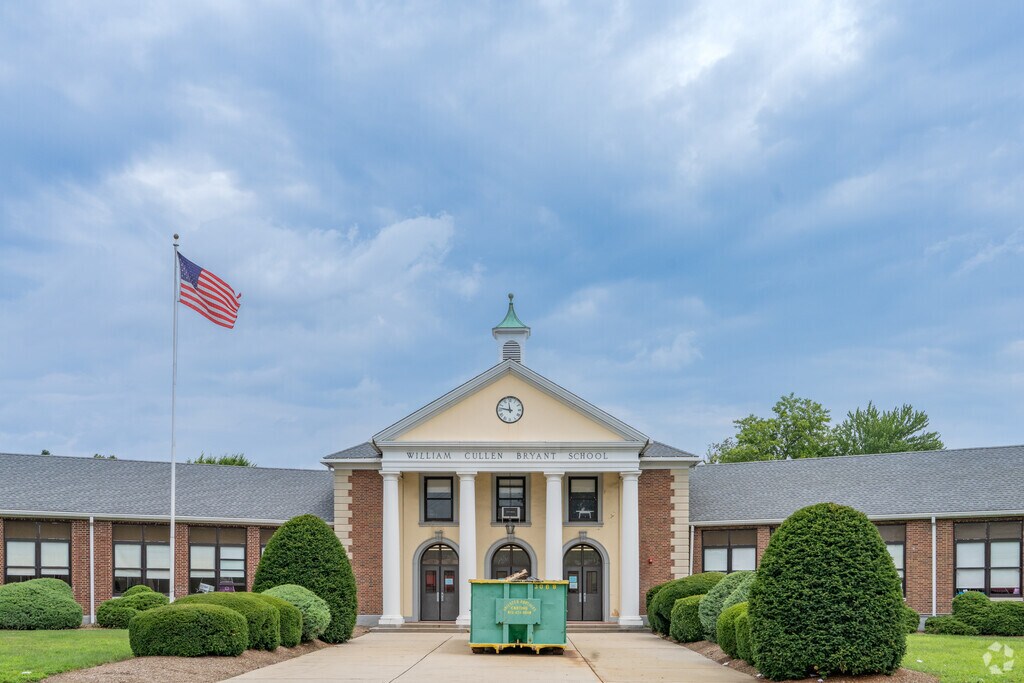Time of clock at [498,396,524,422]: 11:46
